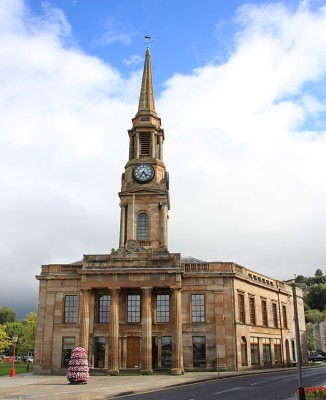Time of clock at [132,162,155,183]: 4:35
